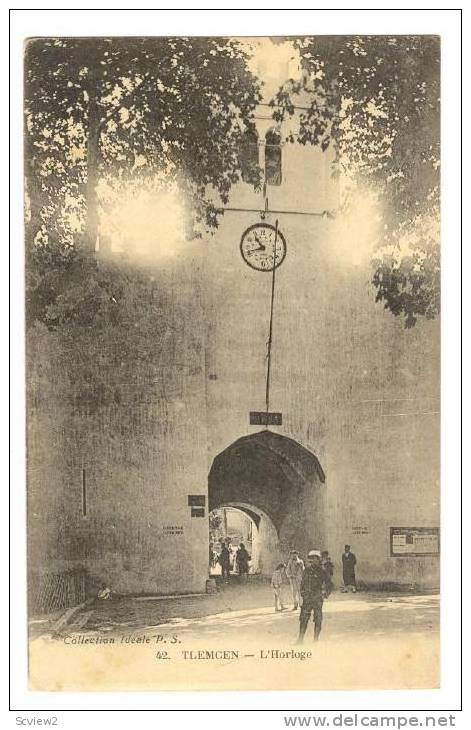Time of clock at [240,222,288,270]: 10:42
